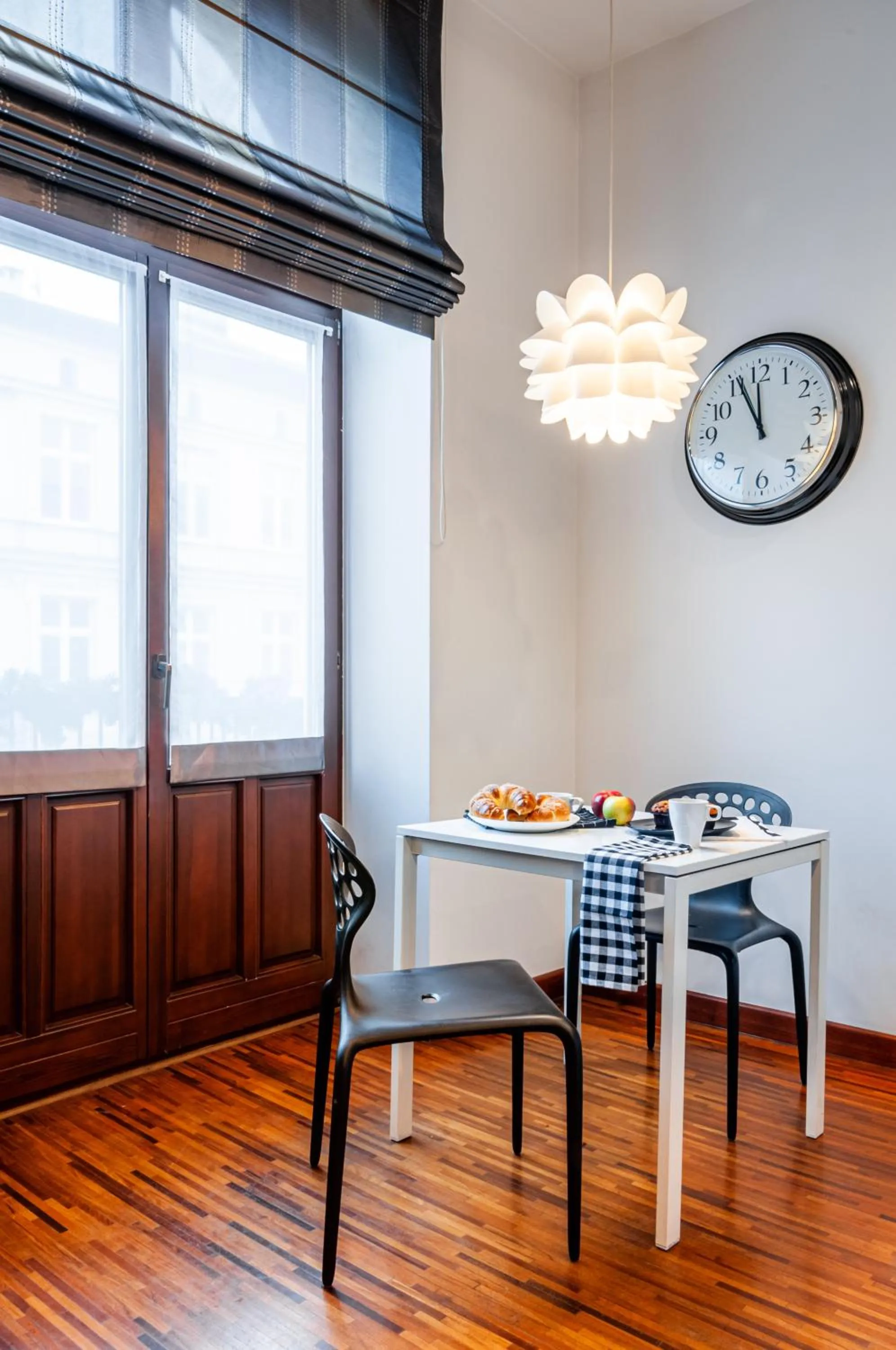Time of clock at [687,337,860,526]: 11:55
